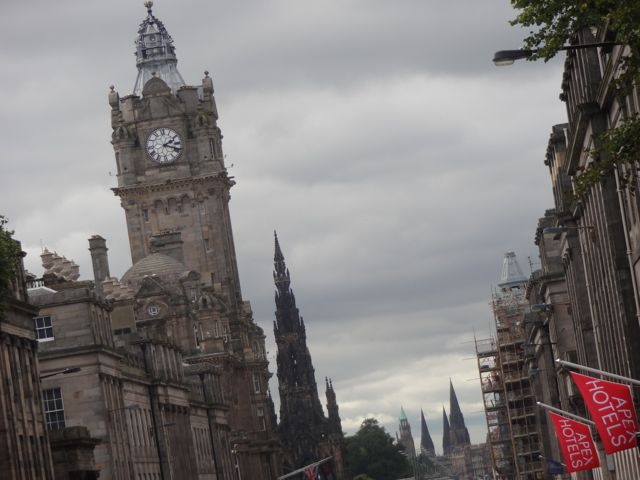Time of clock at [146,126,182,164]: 2:18
